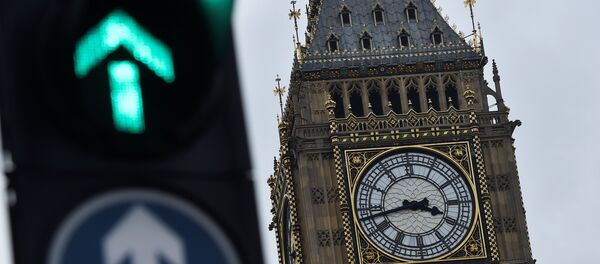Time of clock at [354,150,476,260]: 3:42
